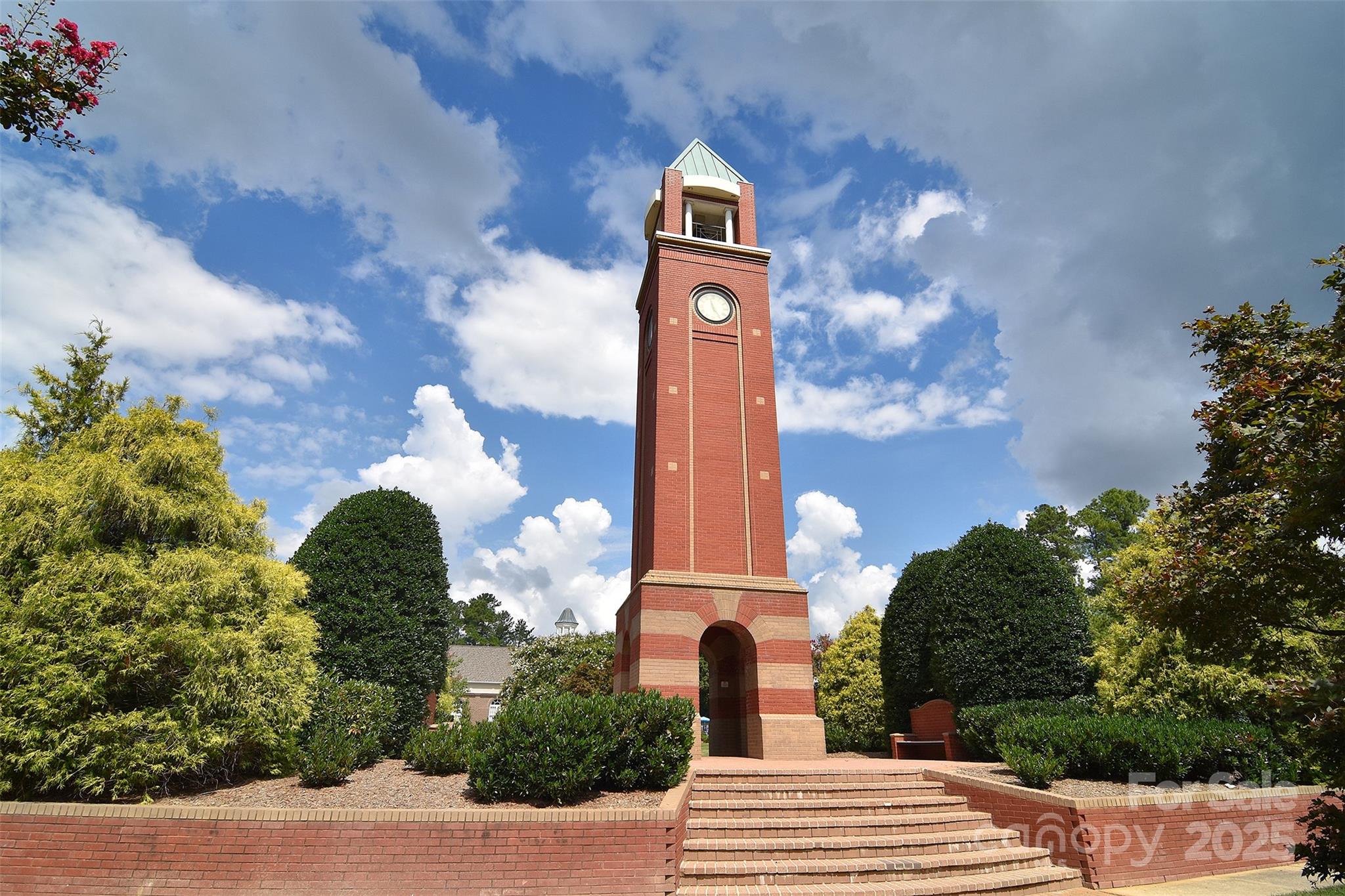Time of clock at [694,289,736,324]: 4:57
